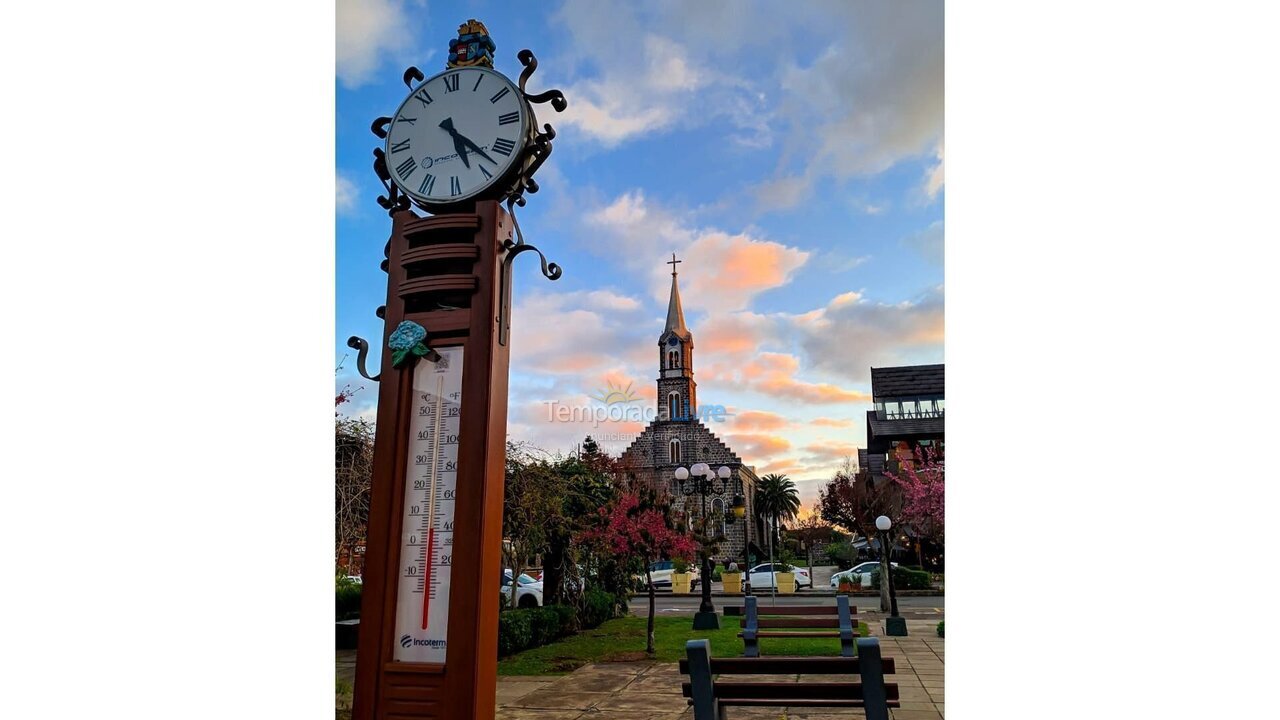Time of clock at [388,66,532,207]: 5:22
